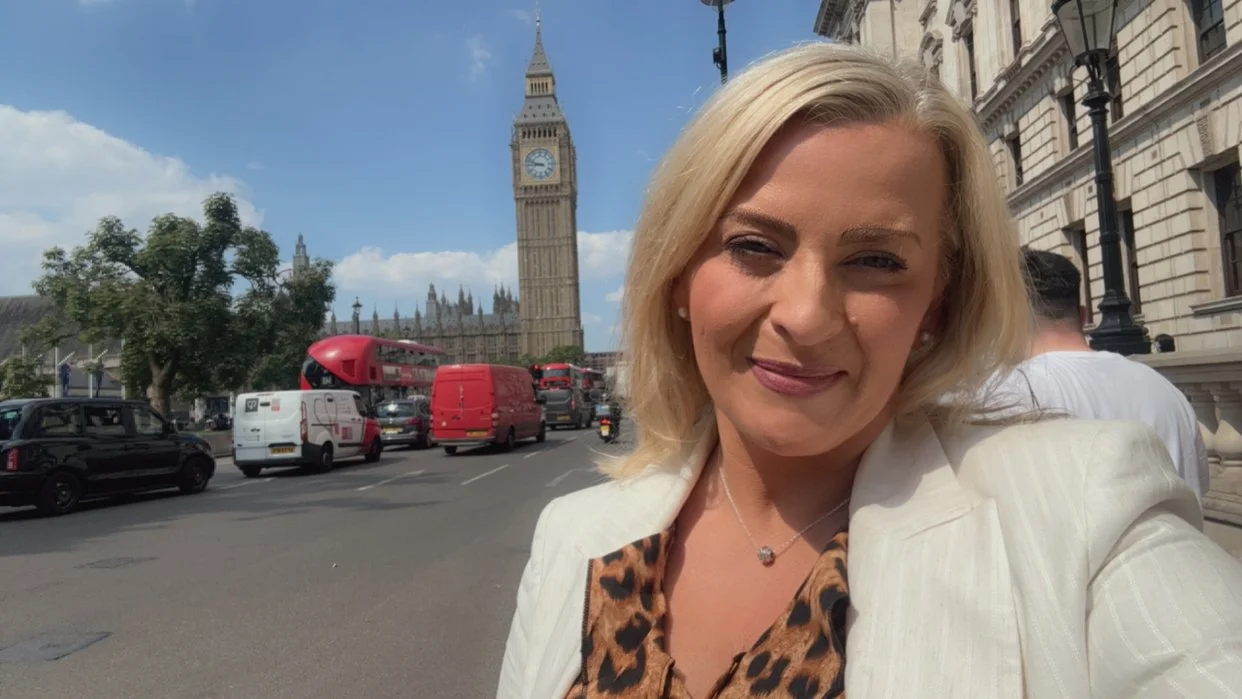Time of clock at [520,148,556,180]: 8:48
